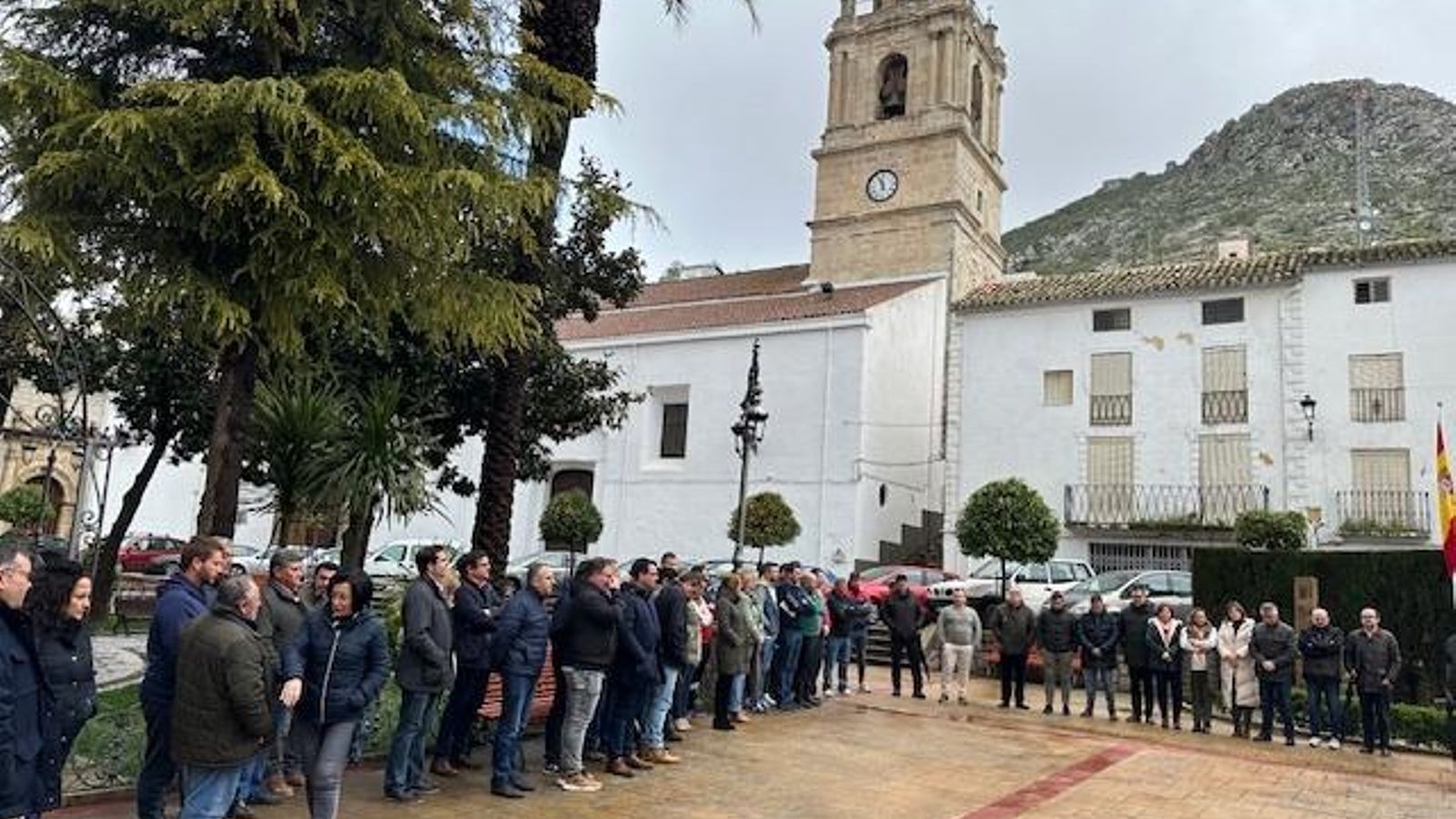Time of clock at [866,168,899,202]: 11:56
